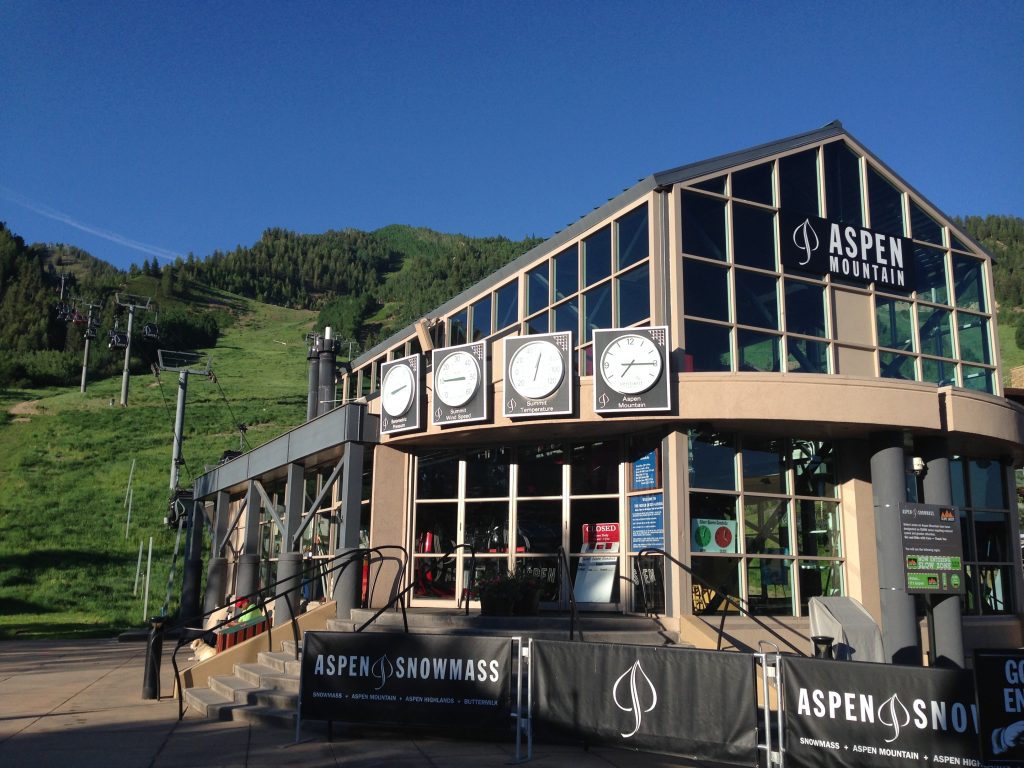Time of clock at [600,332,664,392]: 7:15
